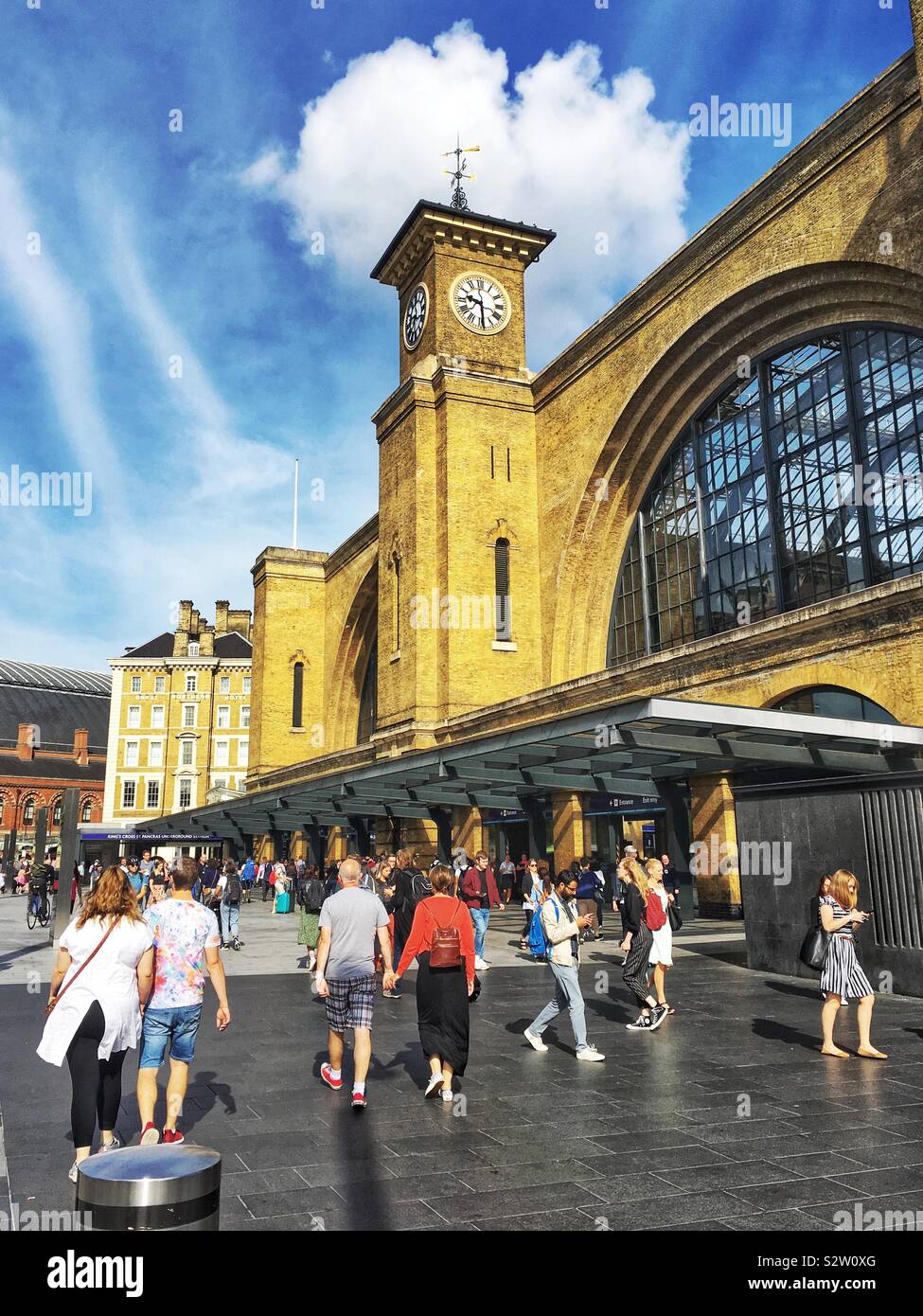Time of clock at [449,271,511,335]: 9:29
